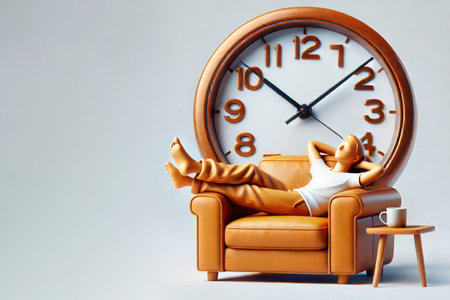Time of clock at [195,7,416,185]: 10:08
